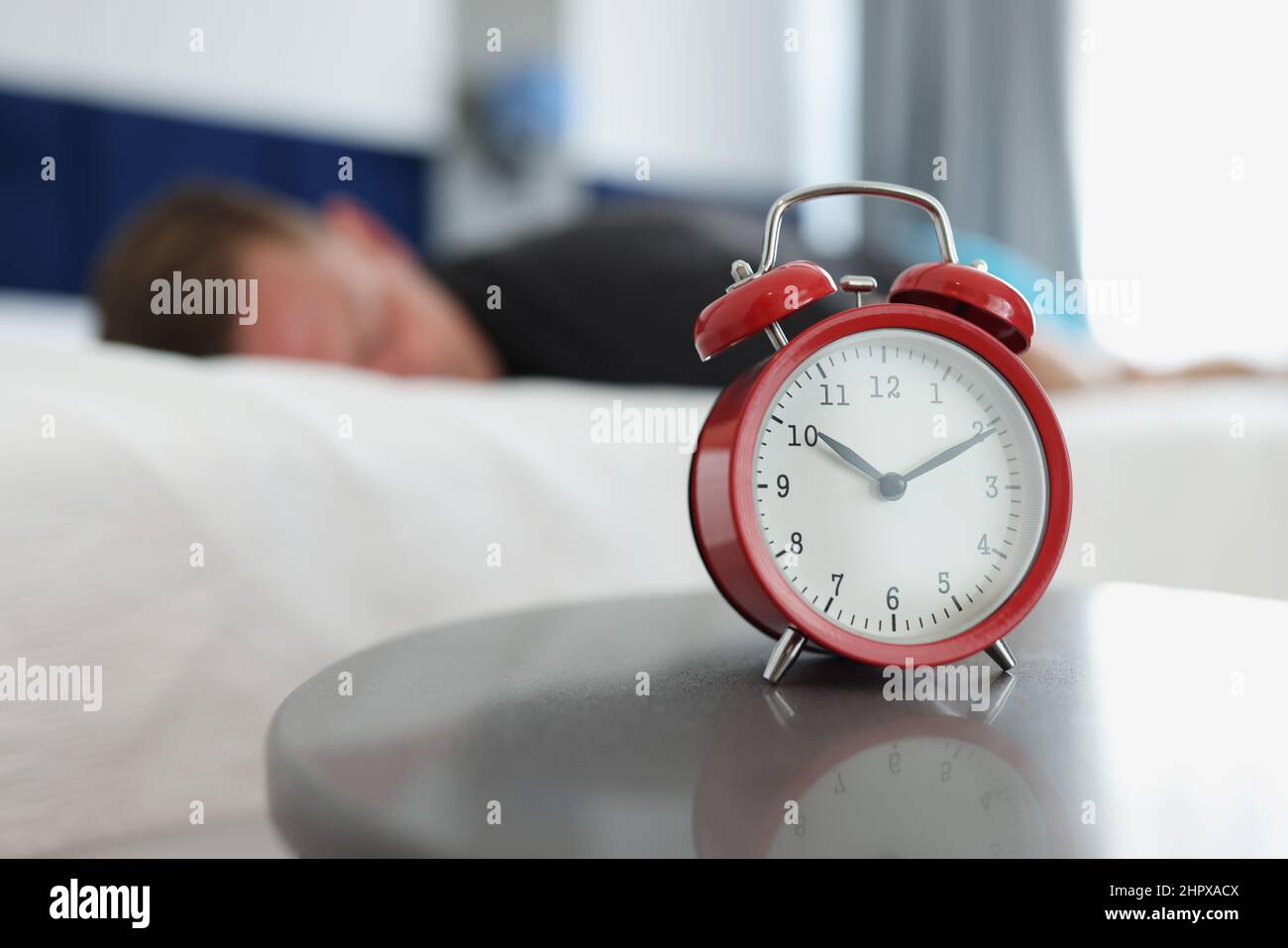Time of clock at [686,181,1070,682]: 10:10
